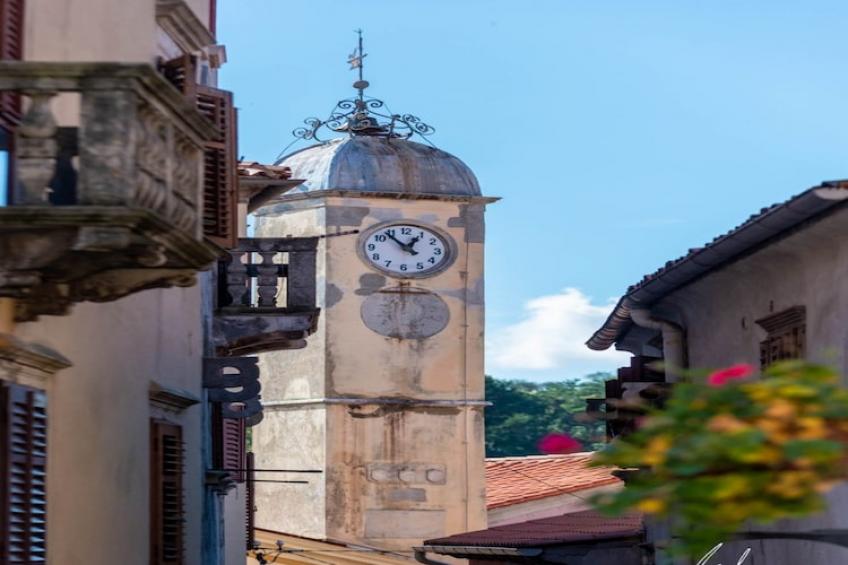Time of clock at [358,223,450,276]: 12:53
